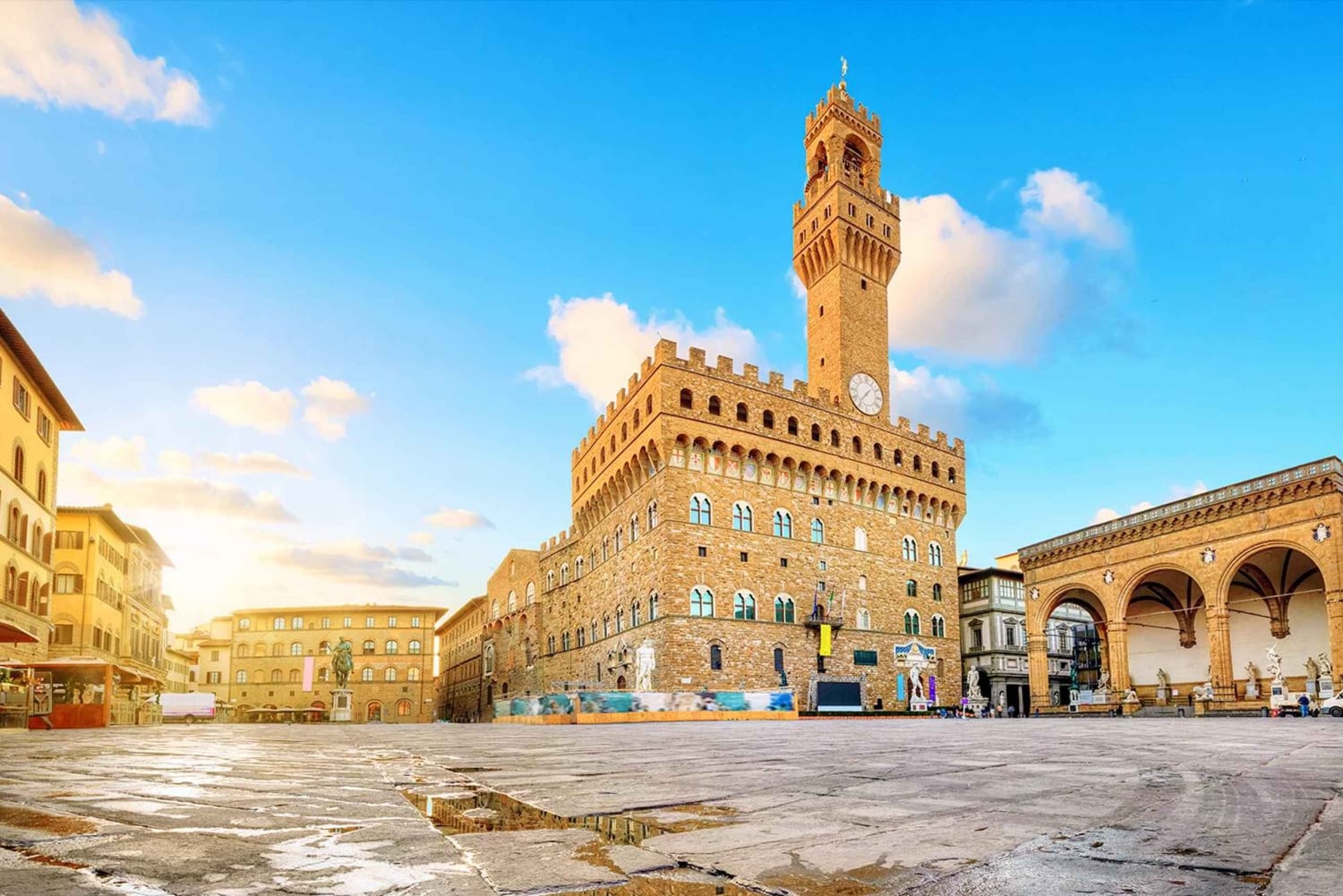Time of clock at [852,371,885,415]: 1:36
